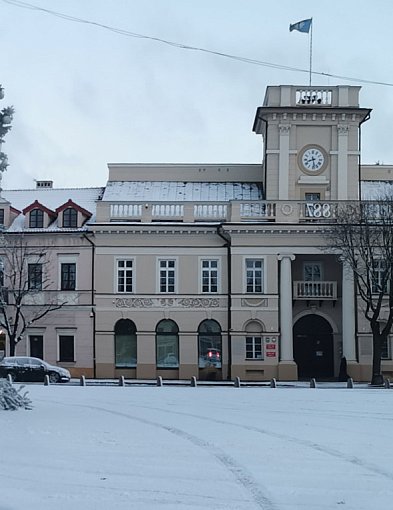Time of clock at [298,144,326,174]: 8:28
